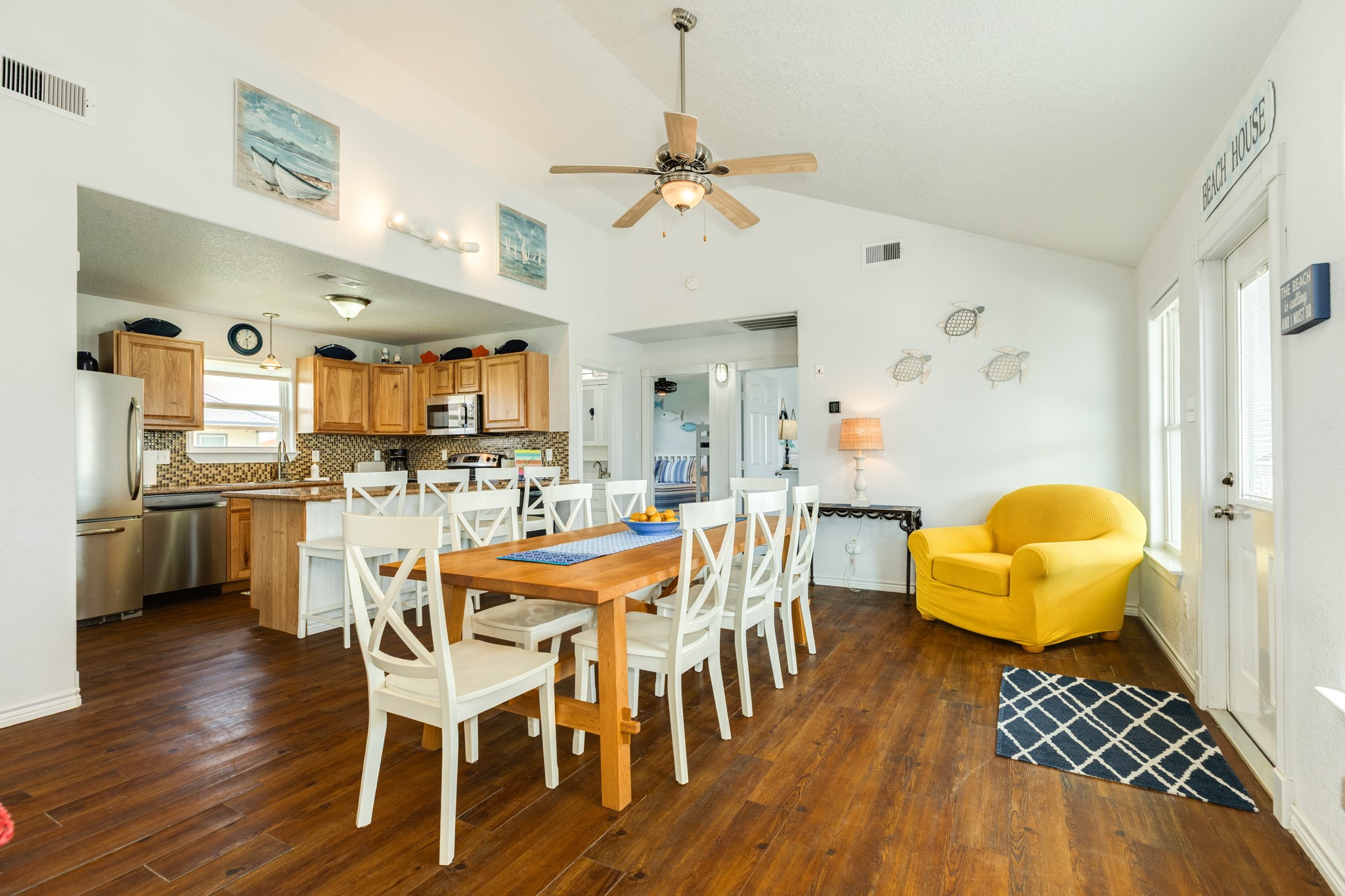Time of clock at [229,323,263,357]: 1:29
